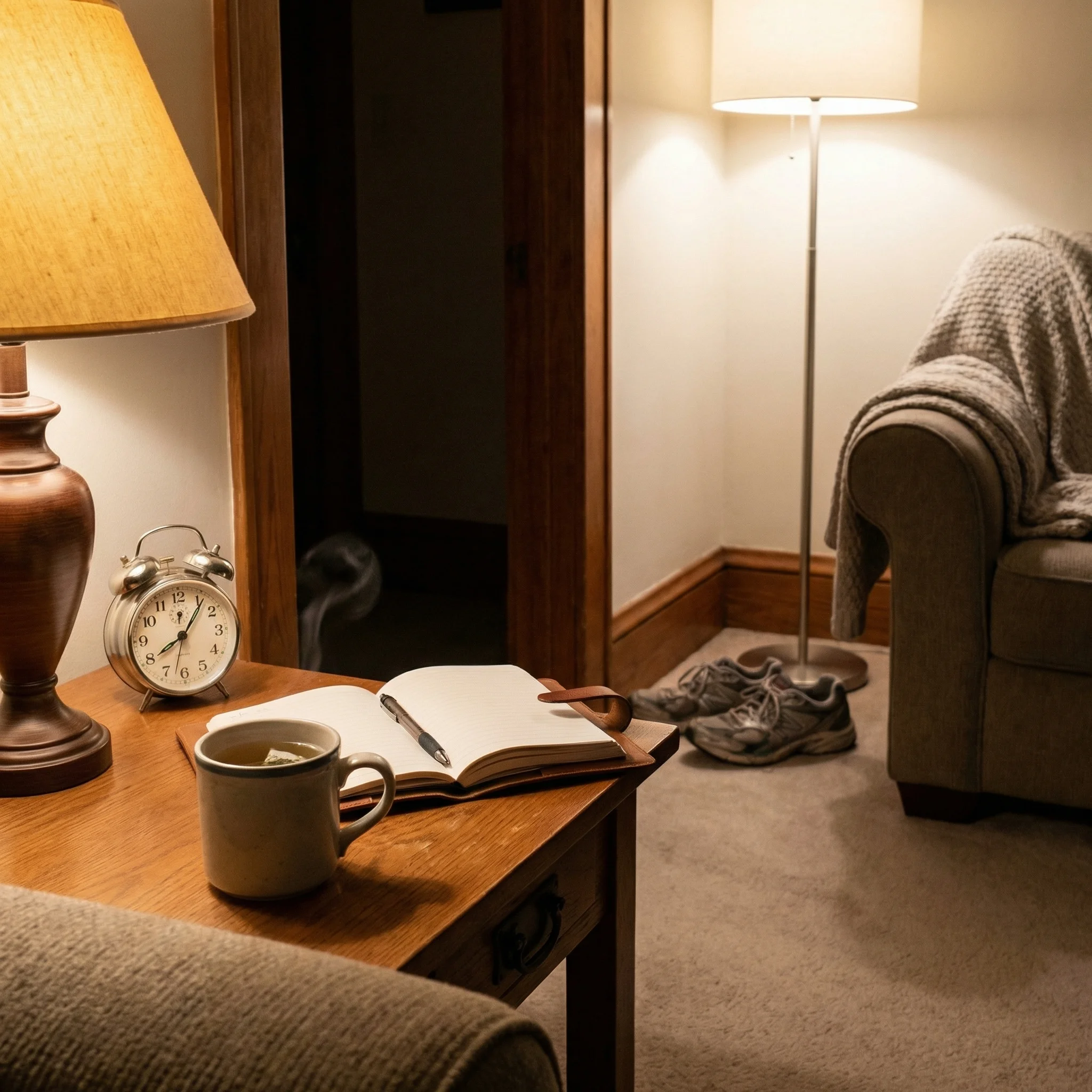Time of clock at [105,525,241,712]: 8:06
